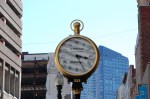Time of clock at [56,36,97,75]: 3:25
